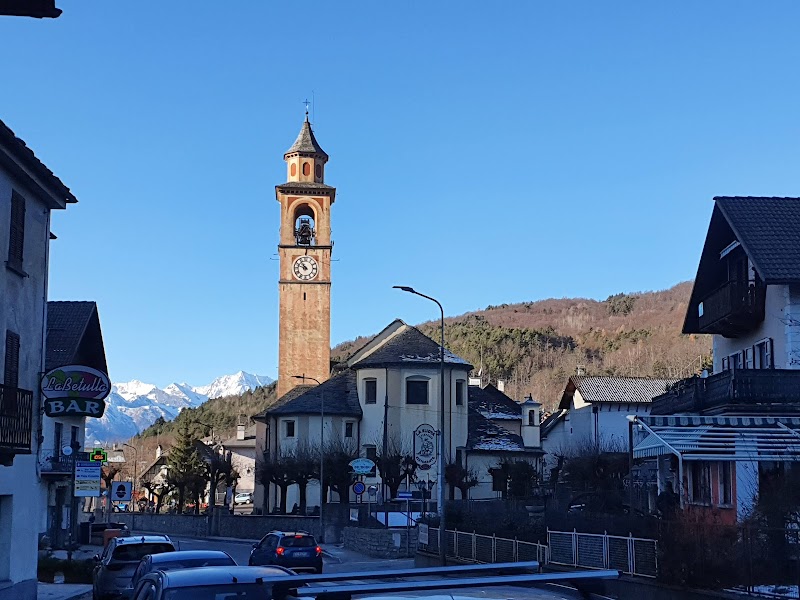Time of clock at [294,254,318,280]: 10:48
